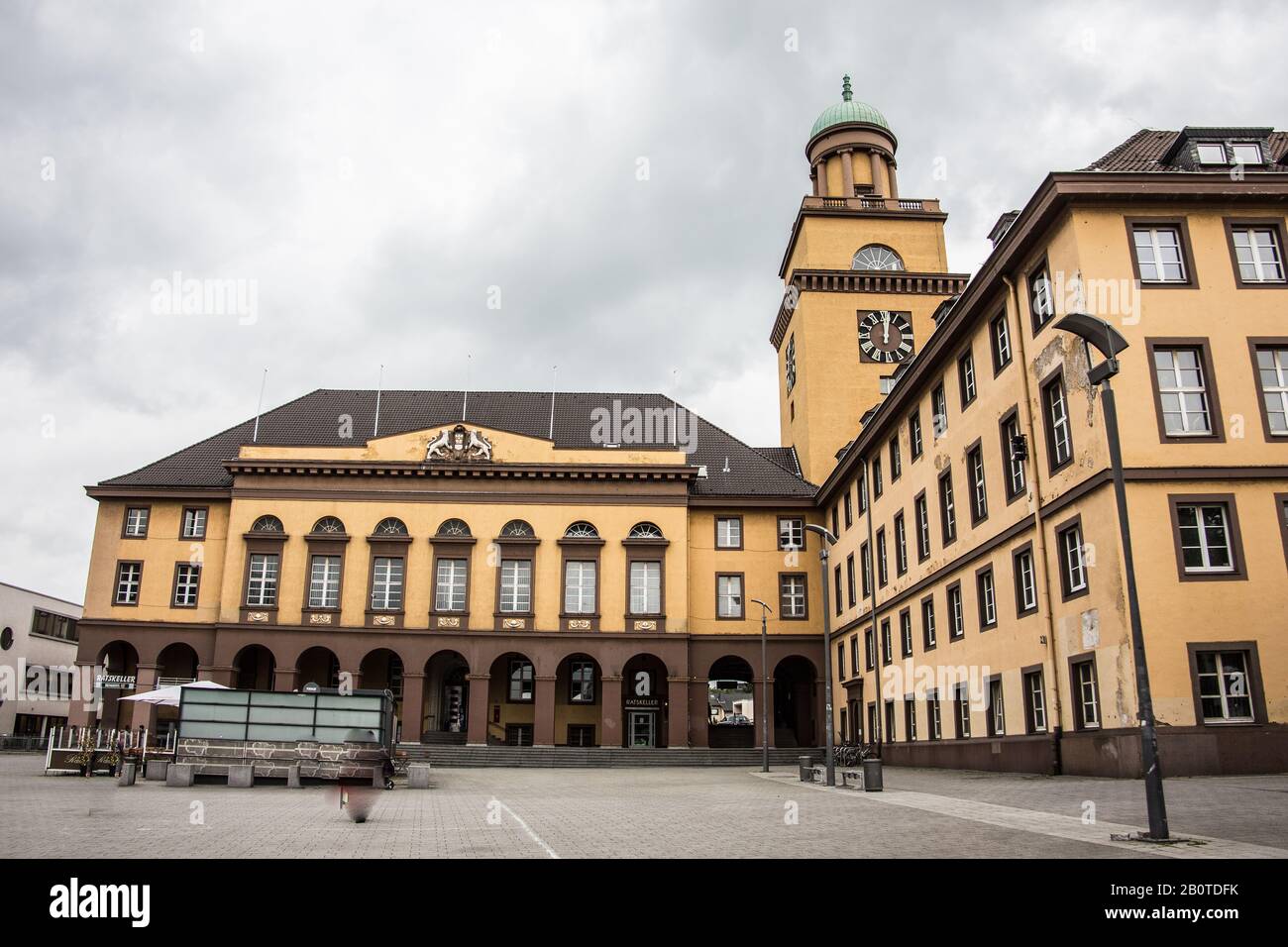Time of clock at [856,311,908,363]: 12:02
